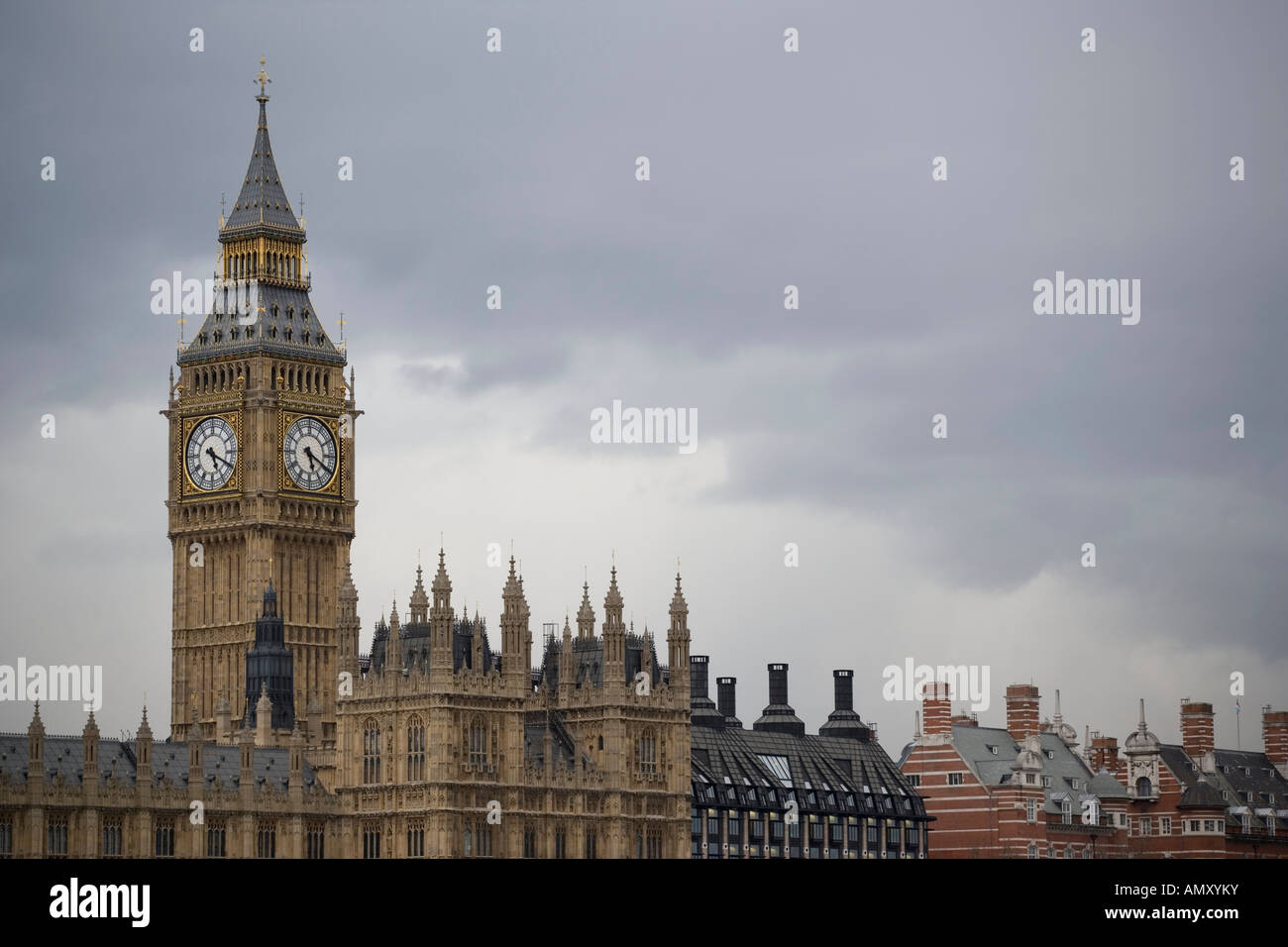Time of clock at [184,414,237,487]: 5:19
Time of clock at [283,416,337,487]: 5:19
